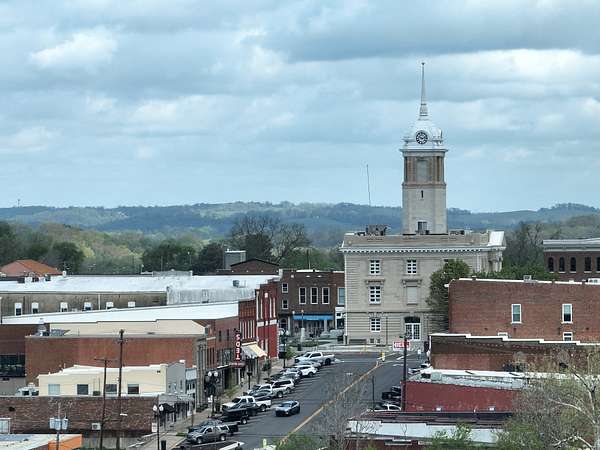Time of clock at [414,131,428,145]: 10:12
